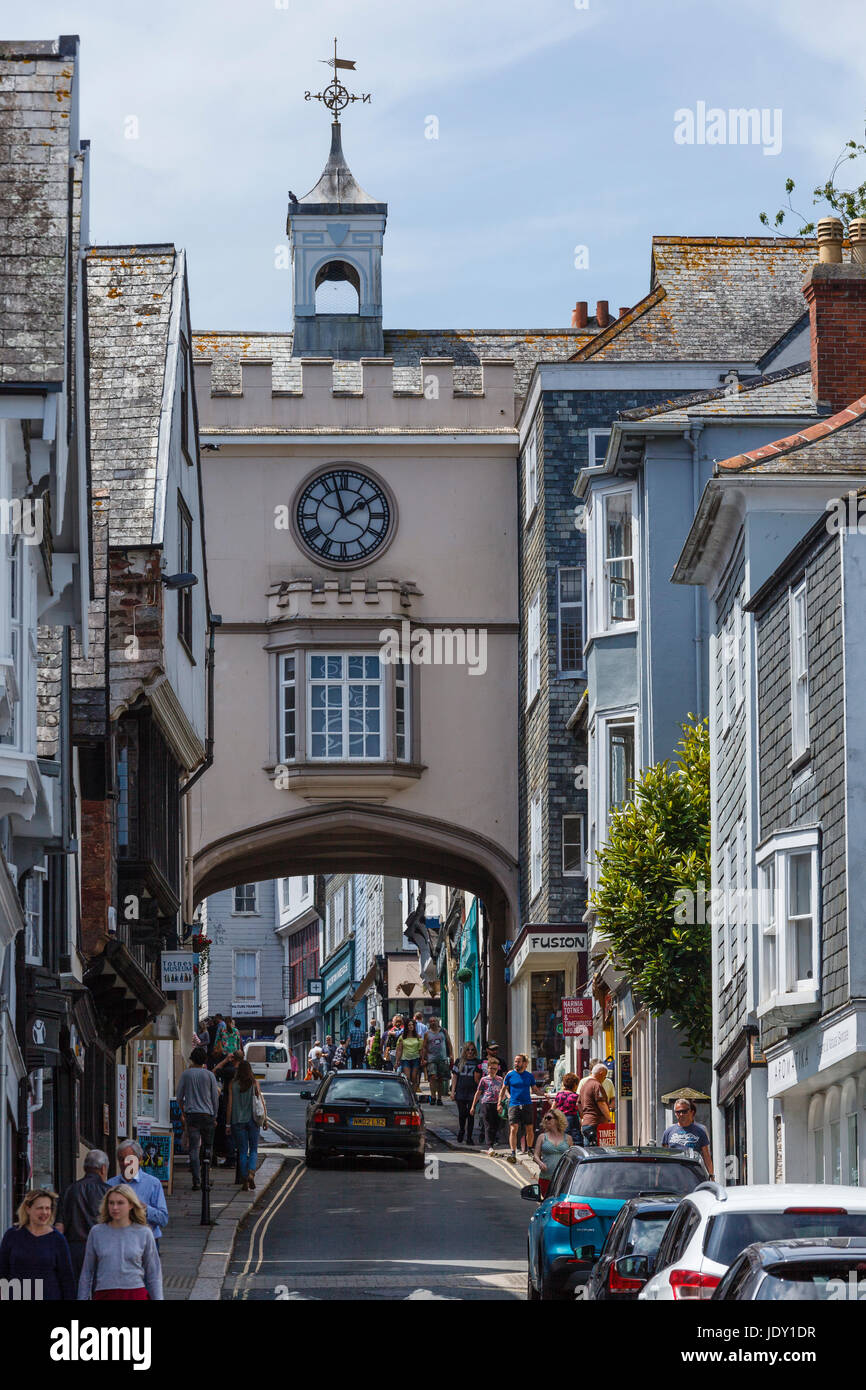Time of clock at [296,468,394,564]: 1:57
